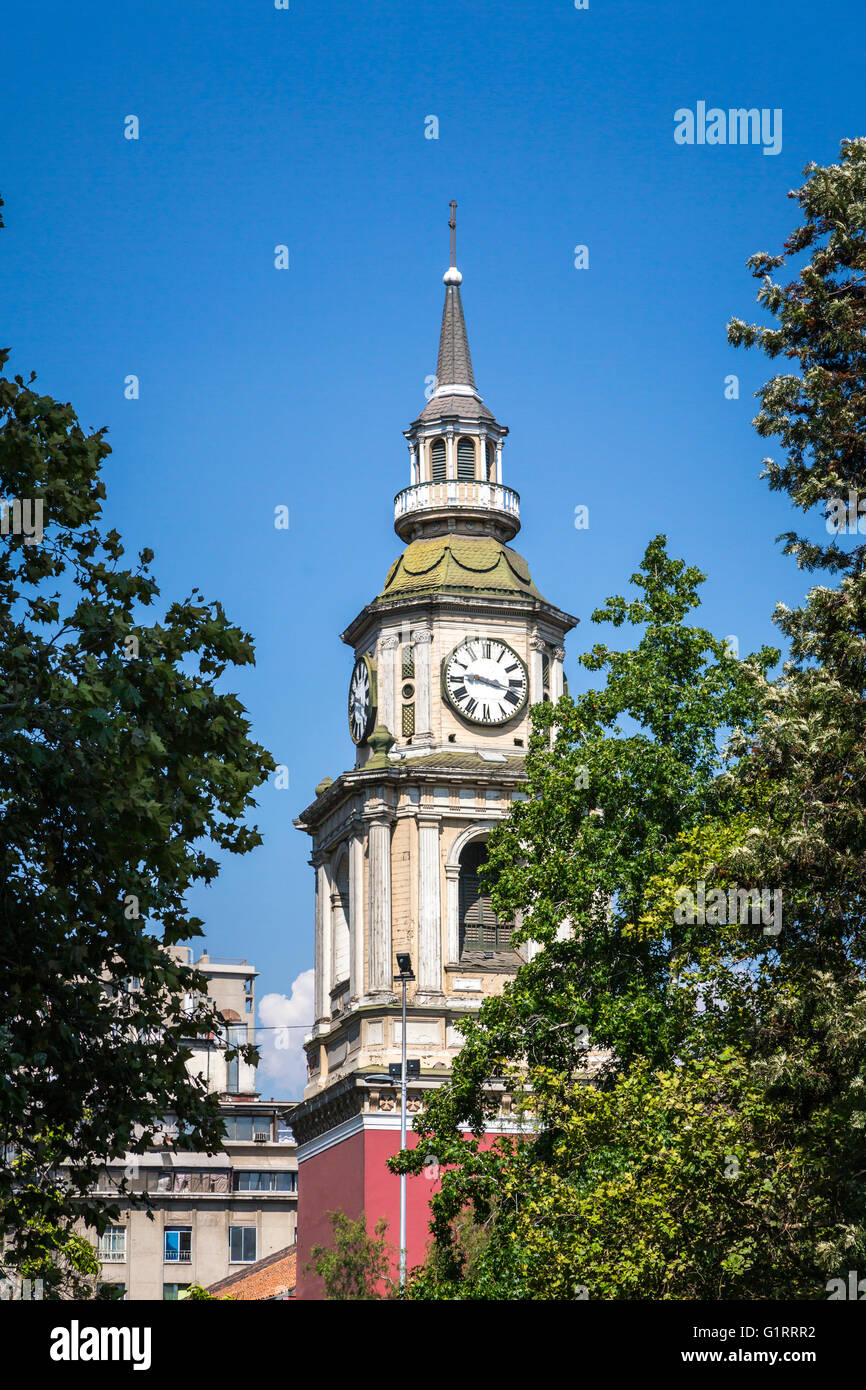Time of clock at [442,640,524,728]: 9:17
